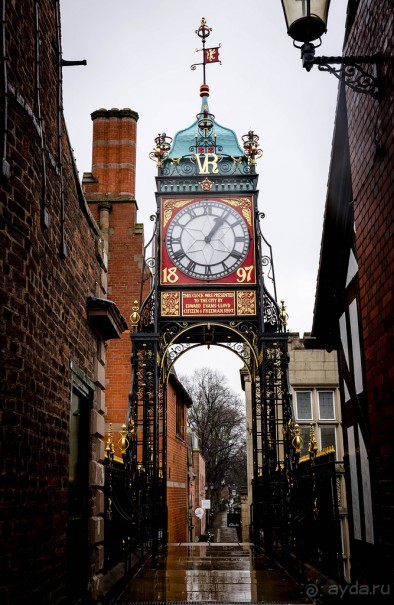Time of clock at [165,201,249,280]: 1:06
